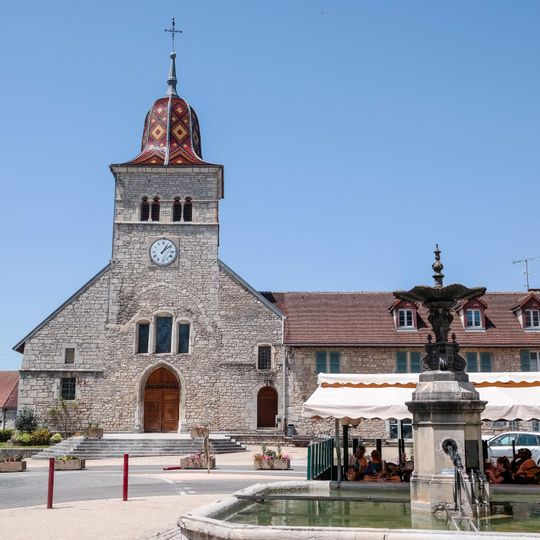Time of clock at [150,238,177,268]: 1:08
